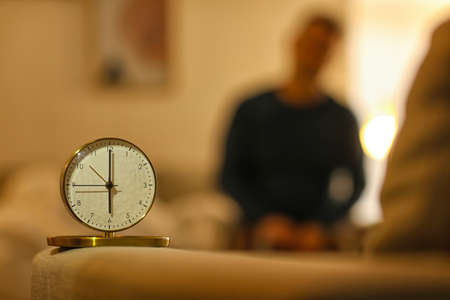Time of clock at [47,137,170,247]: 5:59
